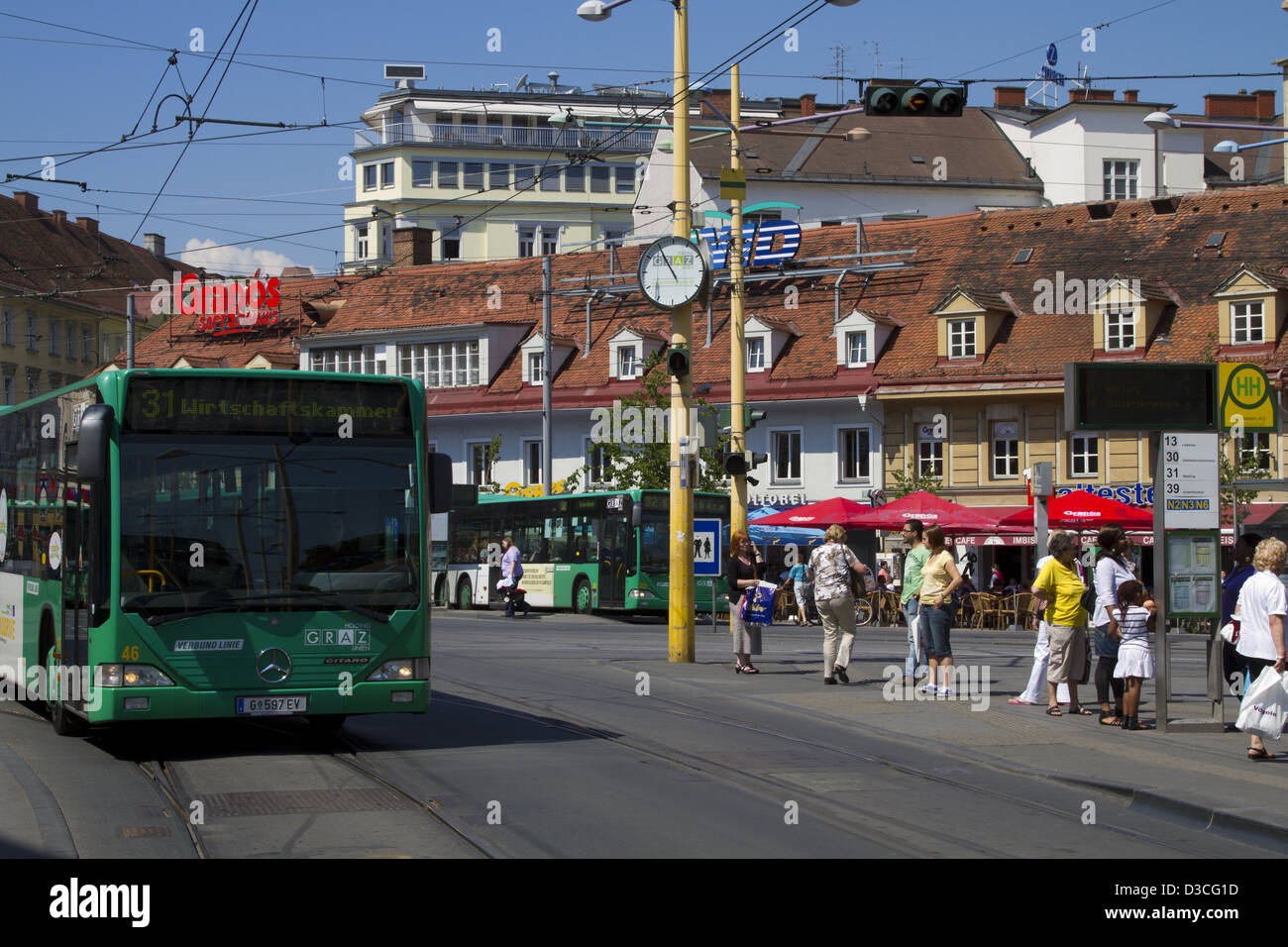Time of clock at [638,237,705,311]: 10:54
